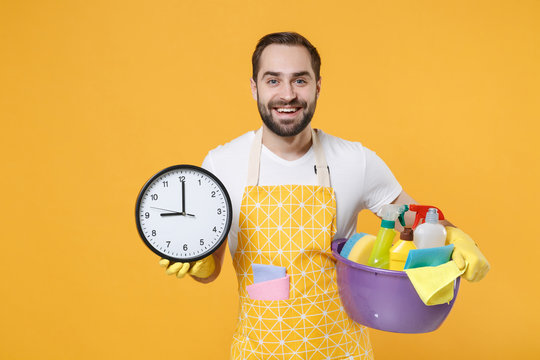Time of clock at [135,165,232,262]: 9:00
